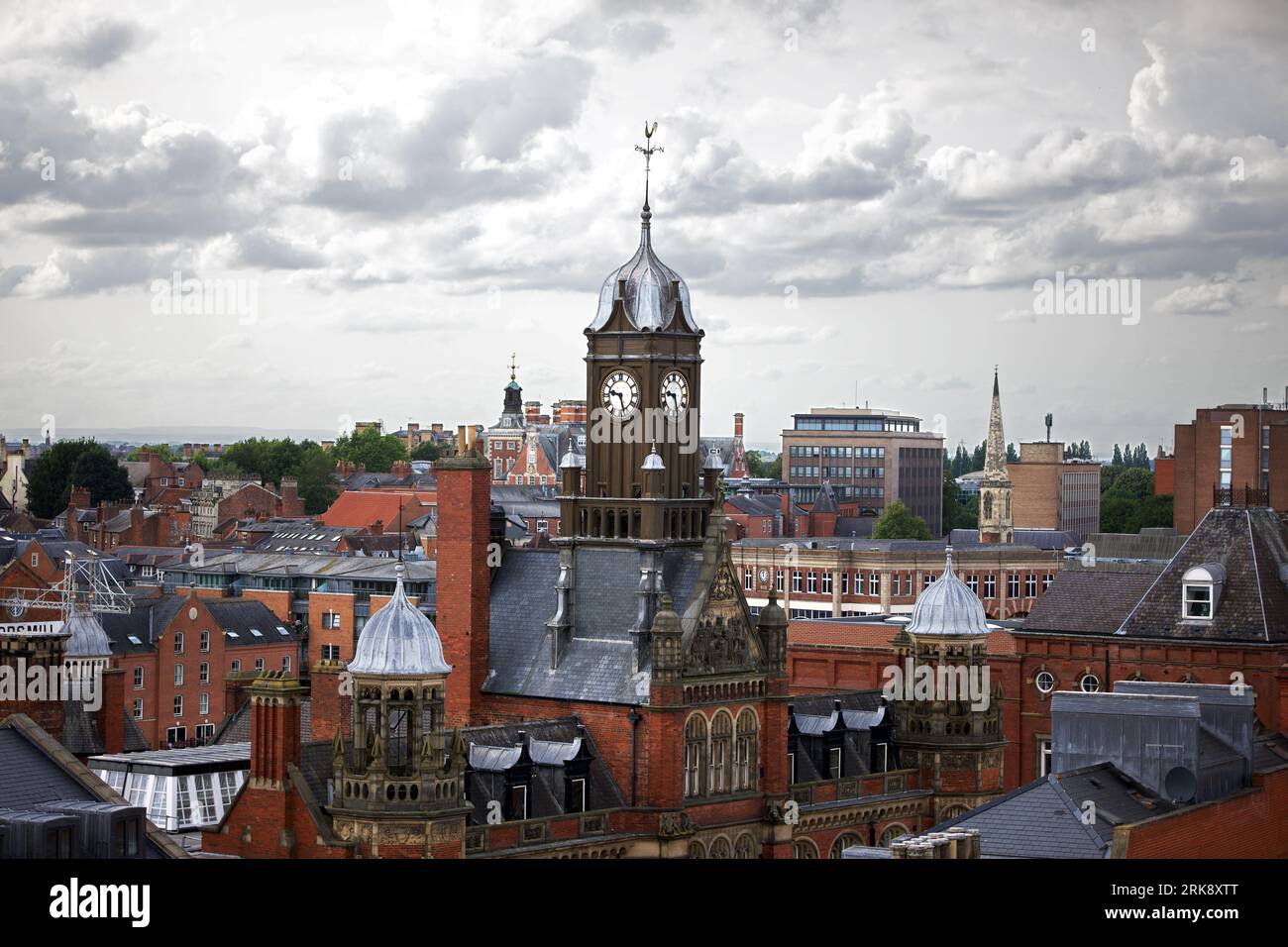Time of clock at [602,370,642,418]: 9:27
